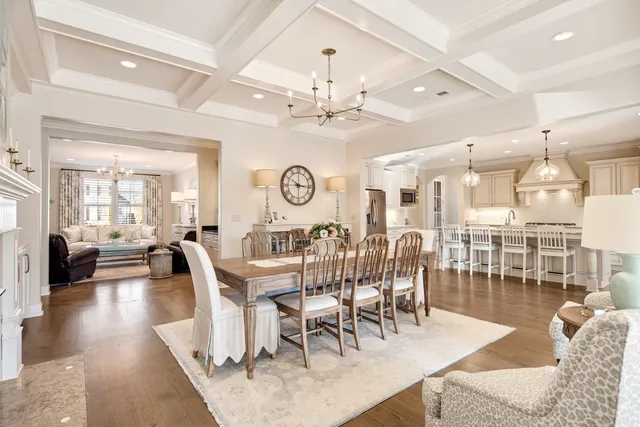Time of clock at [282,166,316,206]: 10:15
